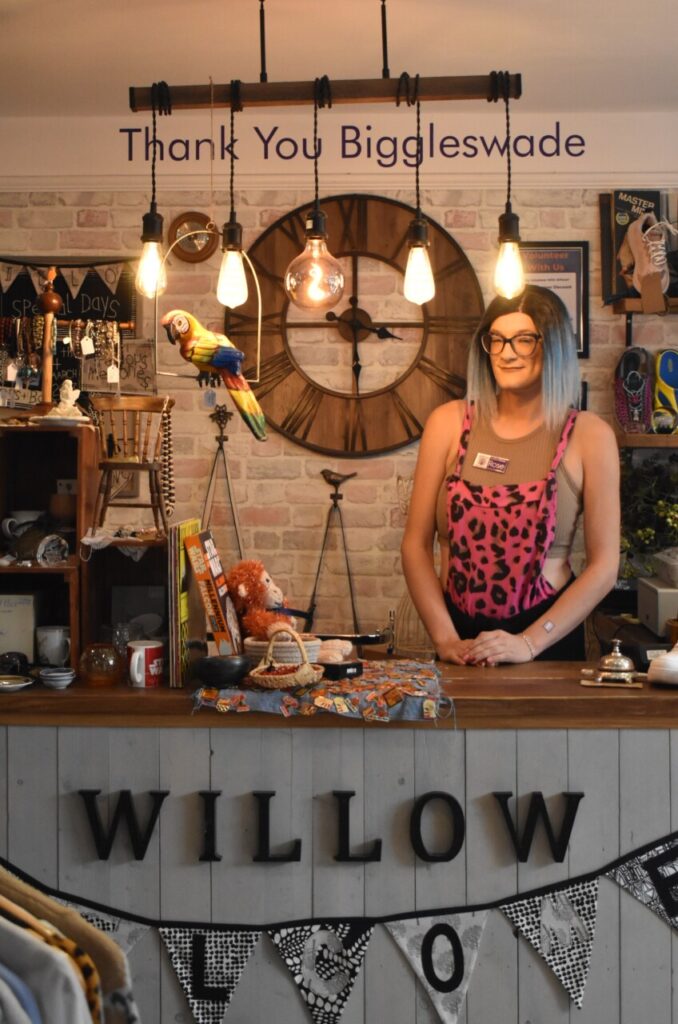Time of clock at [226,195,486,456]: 5:59
